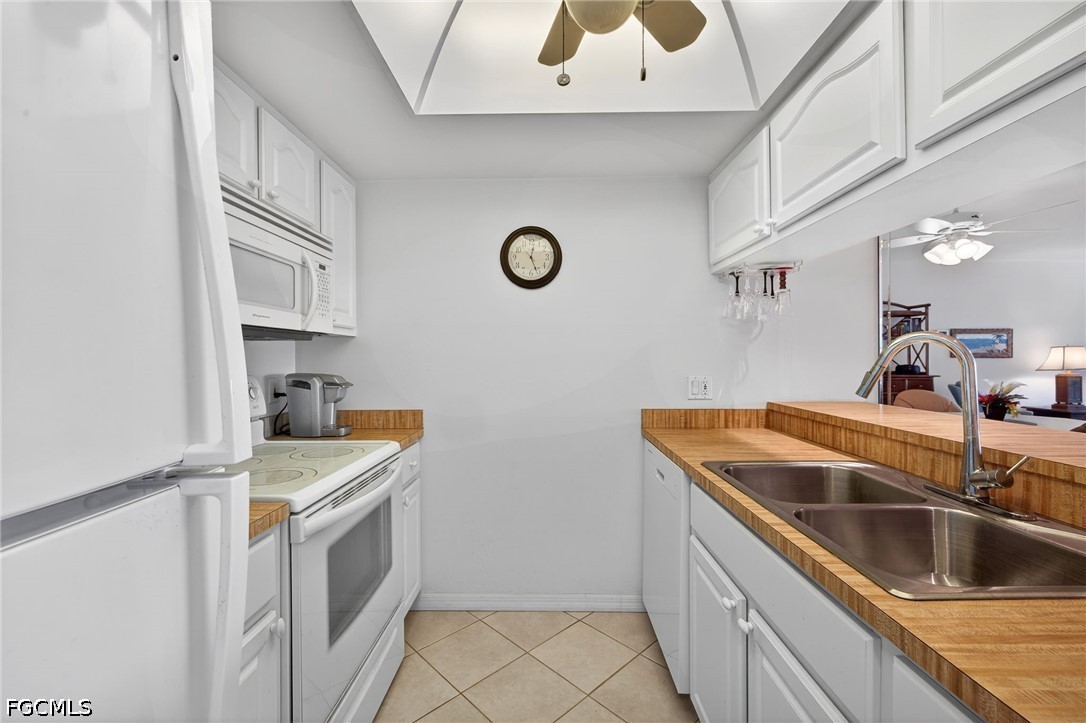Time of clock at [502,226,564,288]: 12:26
